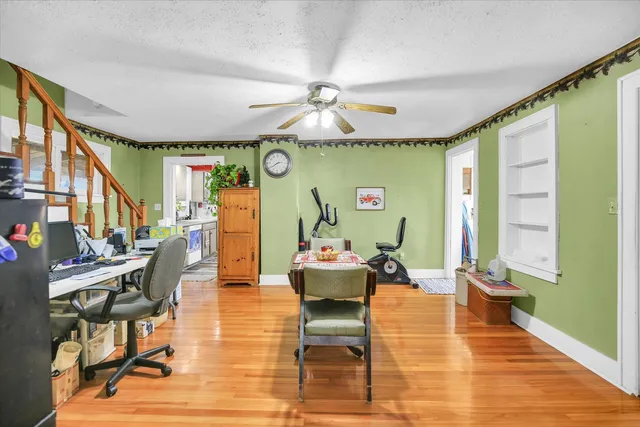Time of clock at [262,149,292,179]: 2:39
